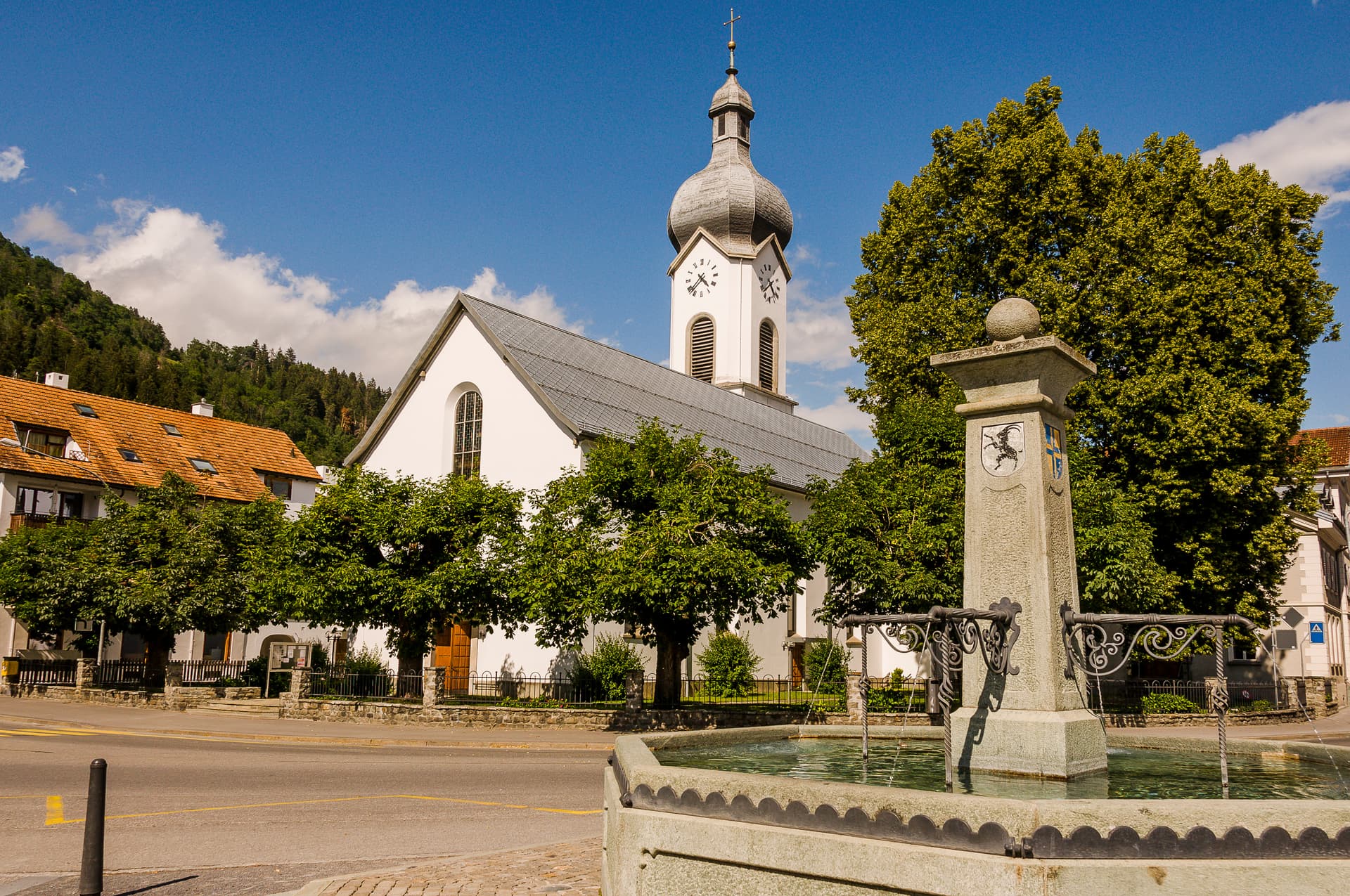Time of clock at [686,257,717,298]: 4:37
